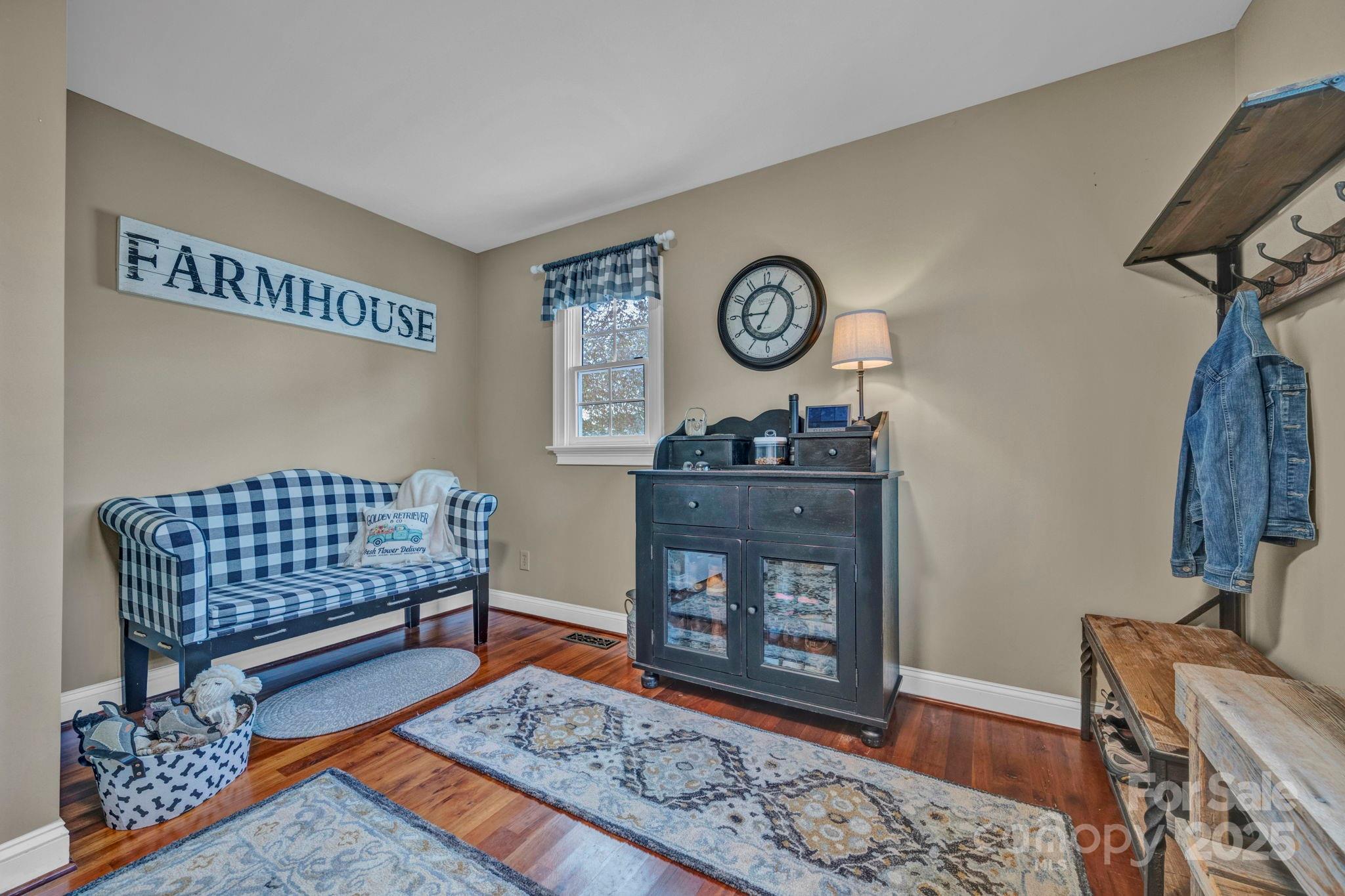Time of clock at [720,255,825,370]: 9:04
